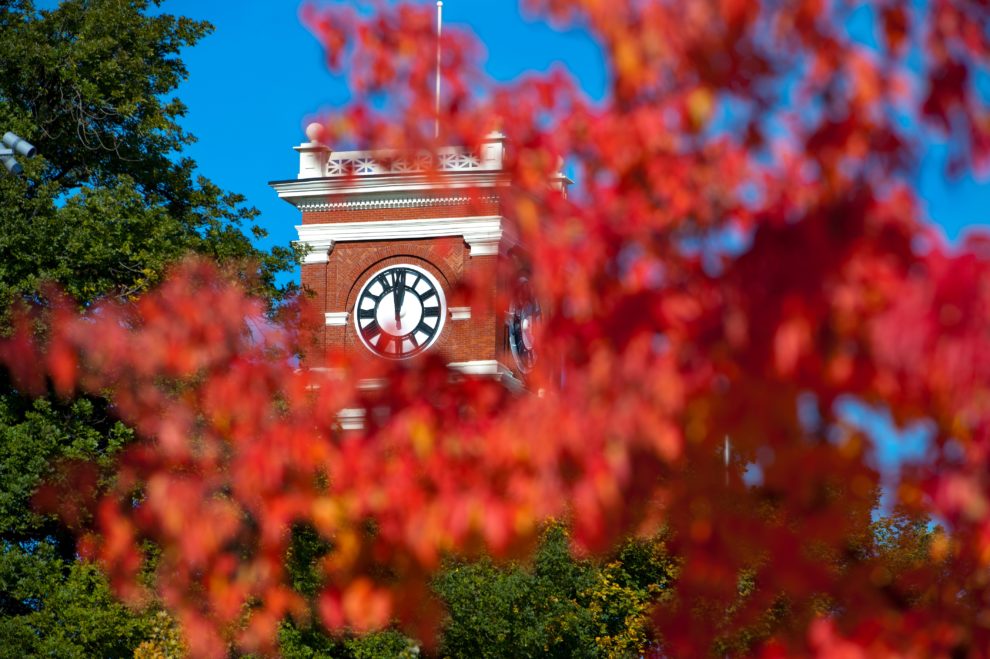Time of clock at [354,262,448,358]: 11:57
